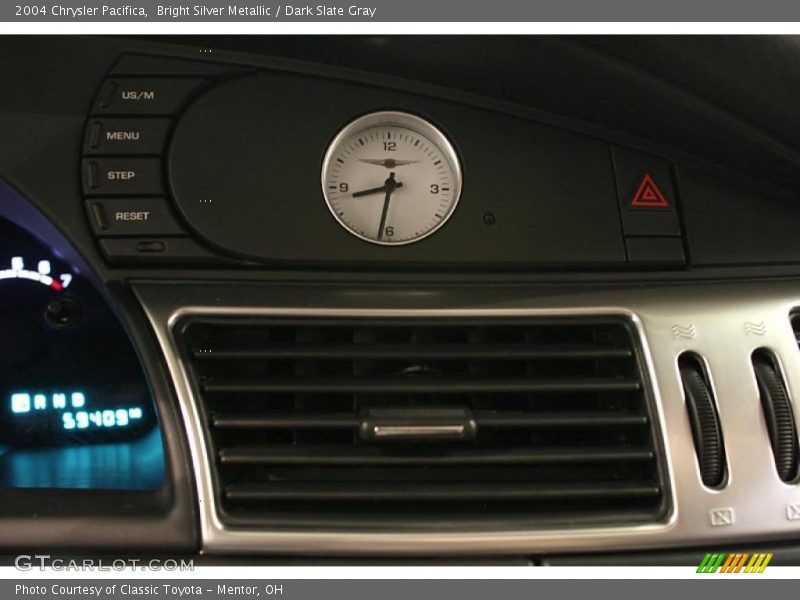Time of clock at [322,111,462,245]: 8:32
